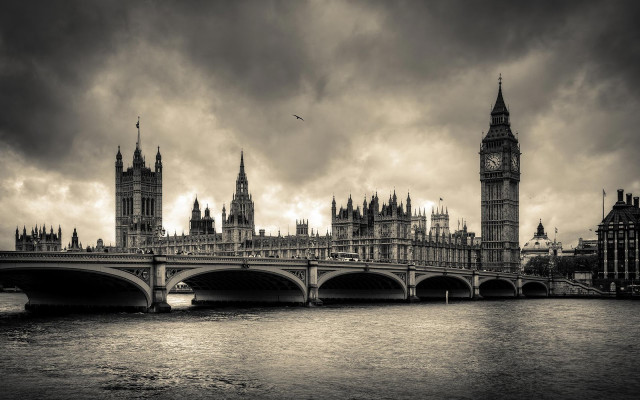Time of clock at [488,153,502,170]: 4:50
